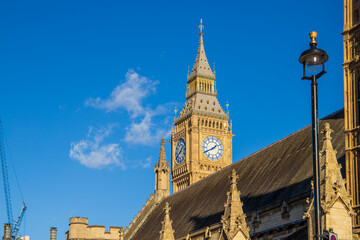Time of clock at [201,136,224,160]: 1:40
